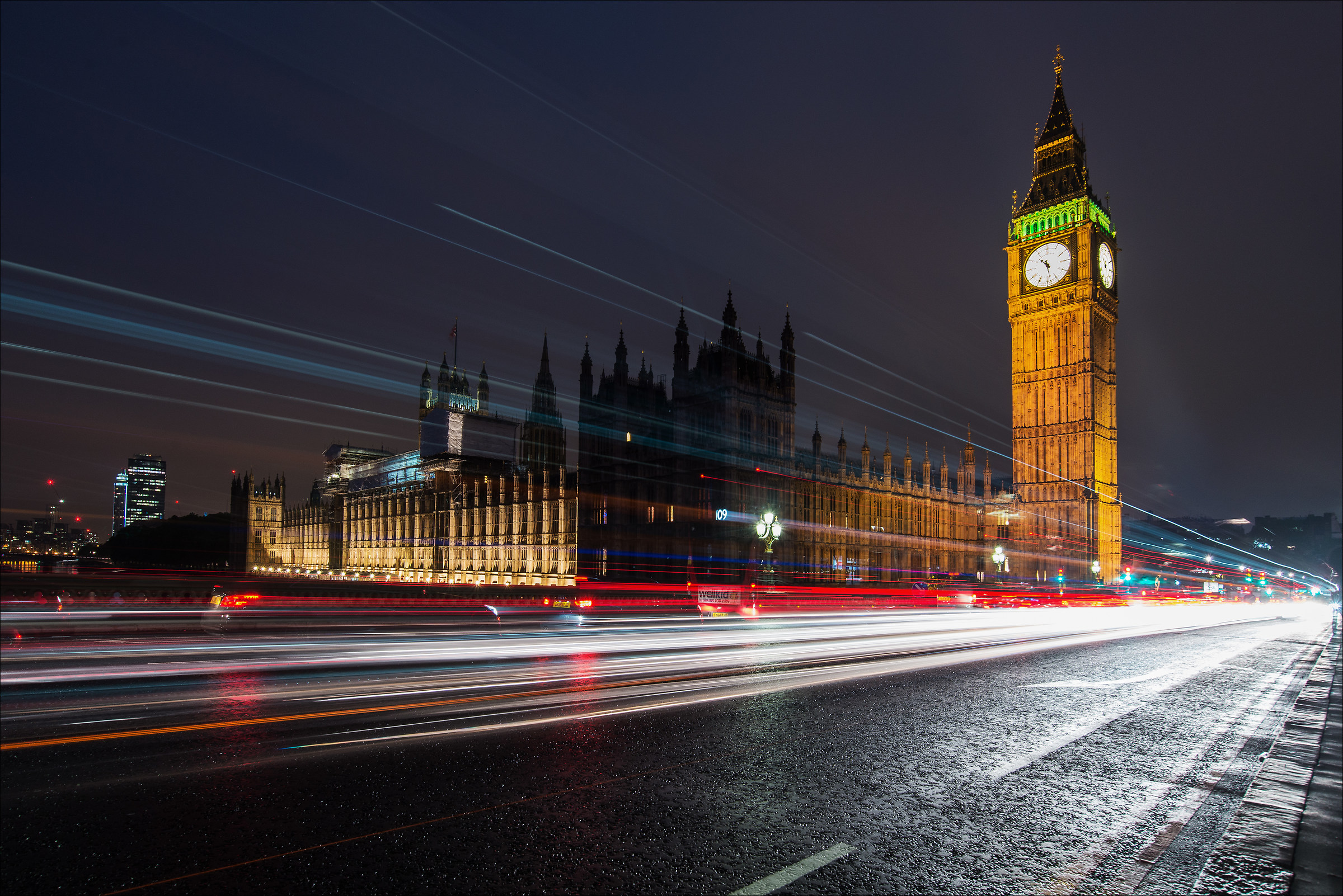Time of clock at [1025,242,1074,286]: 10:28
